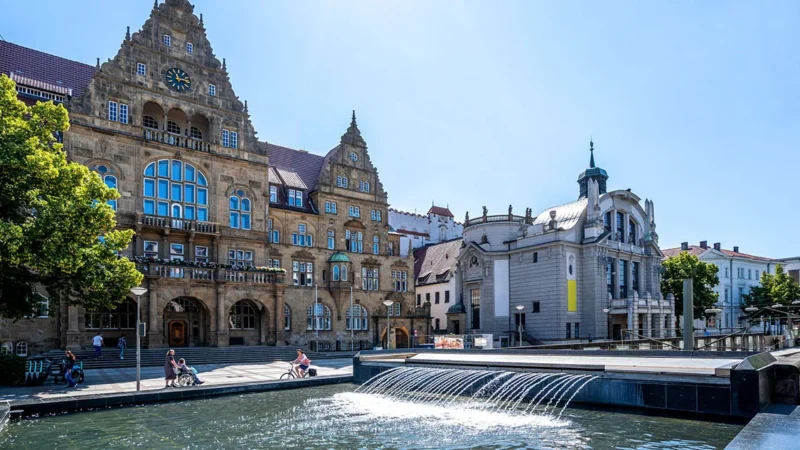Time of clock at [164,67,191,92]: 11:13
